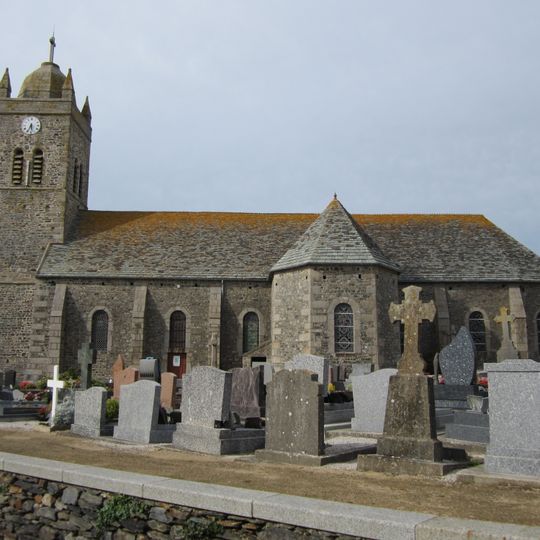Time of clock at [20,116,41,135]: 5:34
